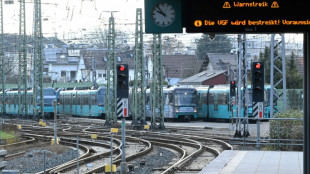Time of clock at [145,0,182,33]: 9:53
